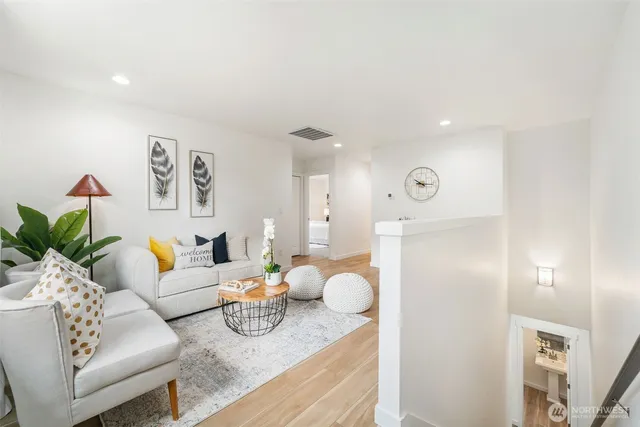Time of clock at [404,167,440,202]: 10:17
